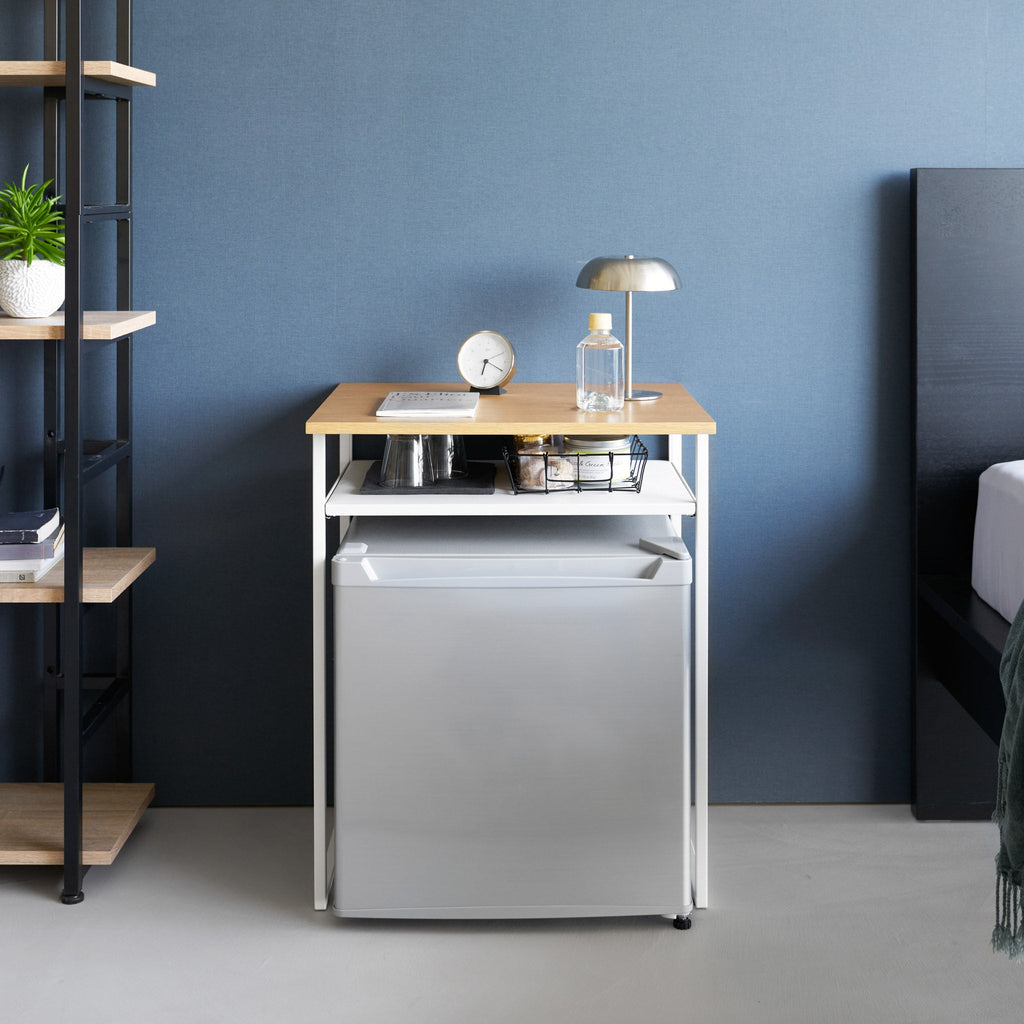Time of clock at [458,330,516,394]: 6:19
